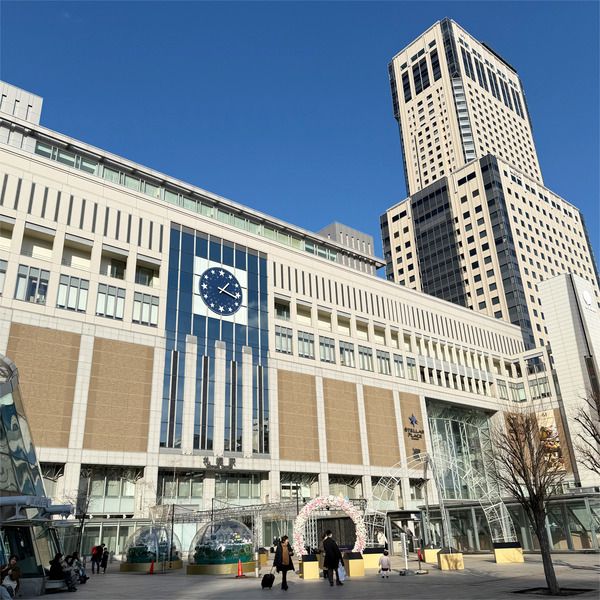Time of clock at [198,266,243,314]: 1:17
